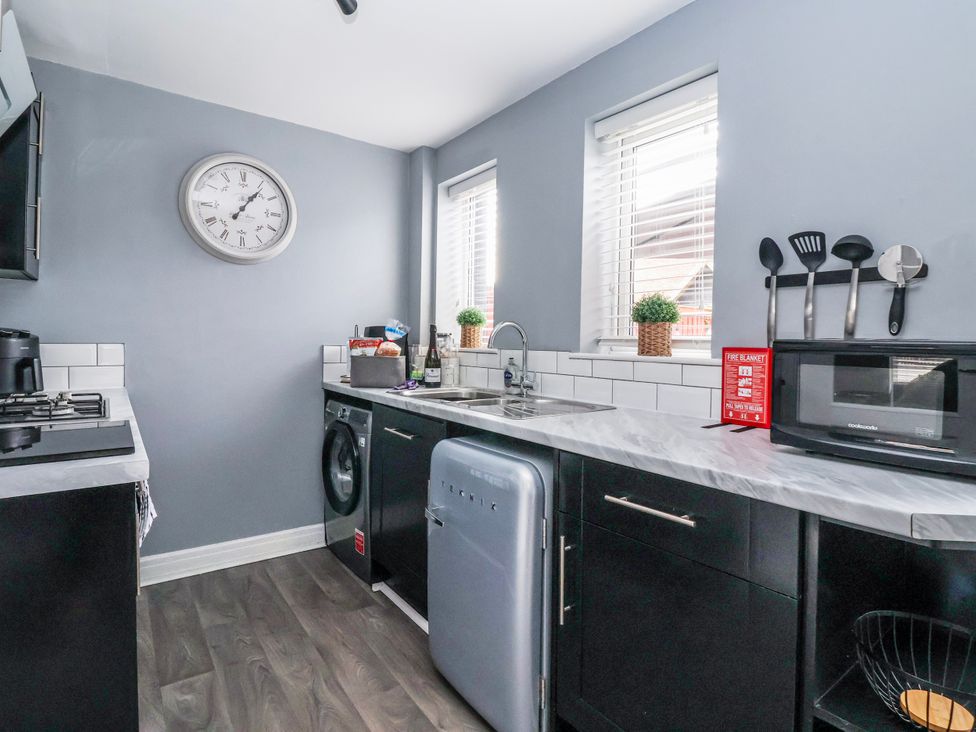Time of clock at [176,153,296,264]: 1:06
